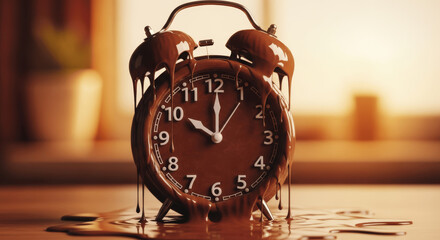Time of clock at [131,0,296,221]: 10:00
